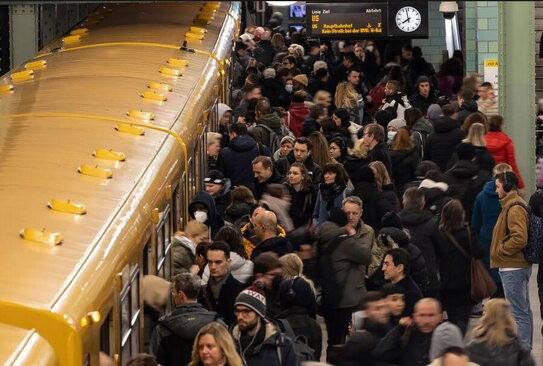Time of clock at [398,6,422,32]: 7:57
